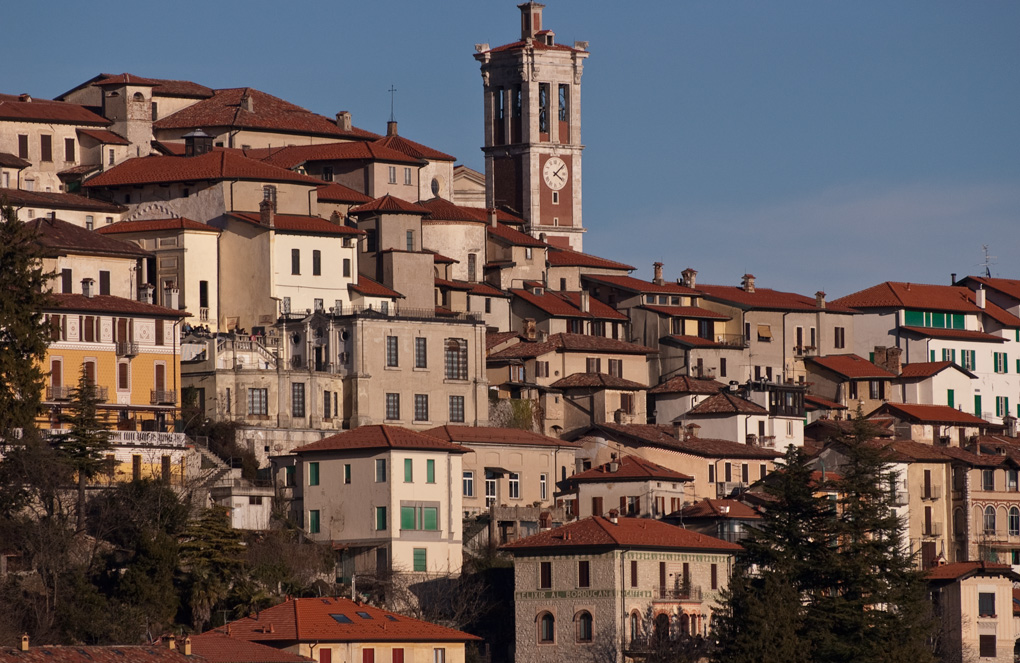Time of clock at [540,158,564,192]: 4:08
